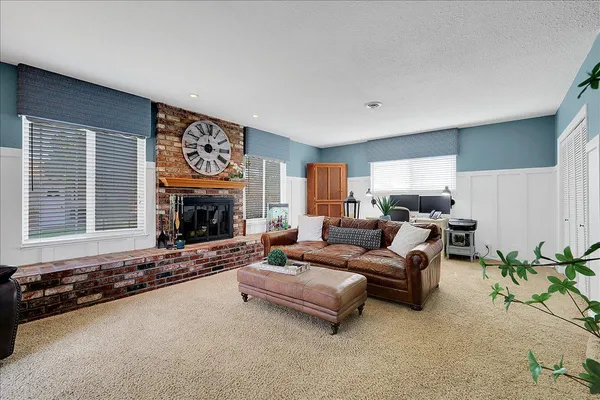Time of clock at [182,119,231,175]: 11:46
